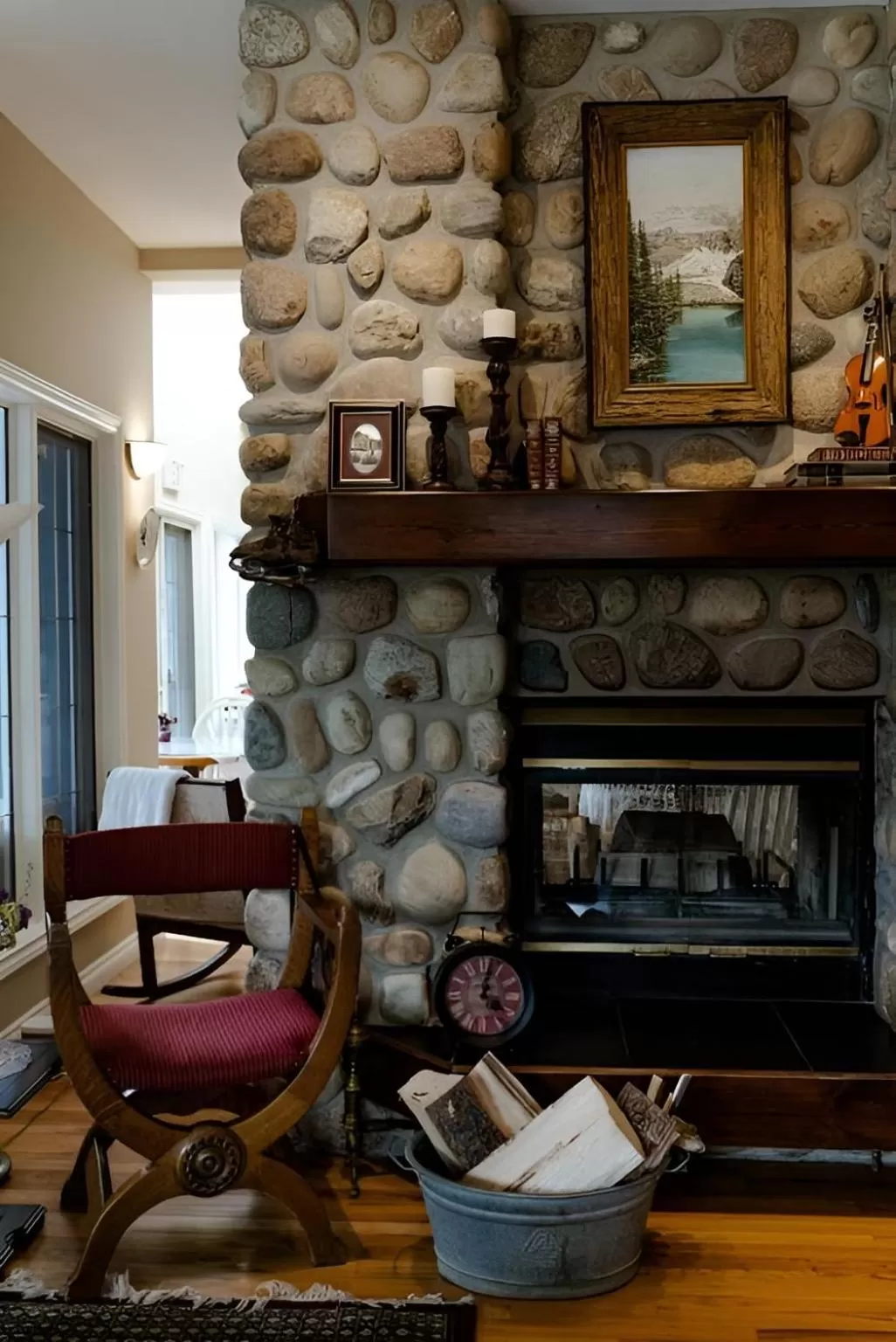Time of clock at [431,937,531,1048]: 4:02
